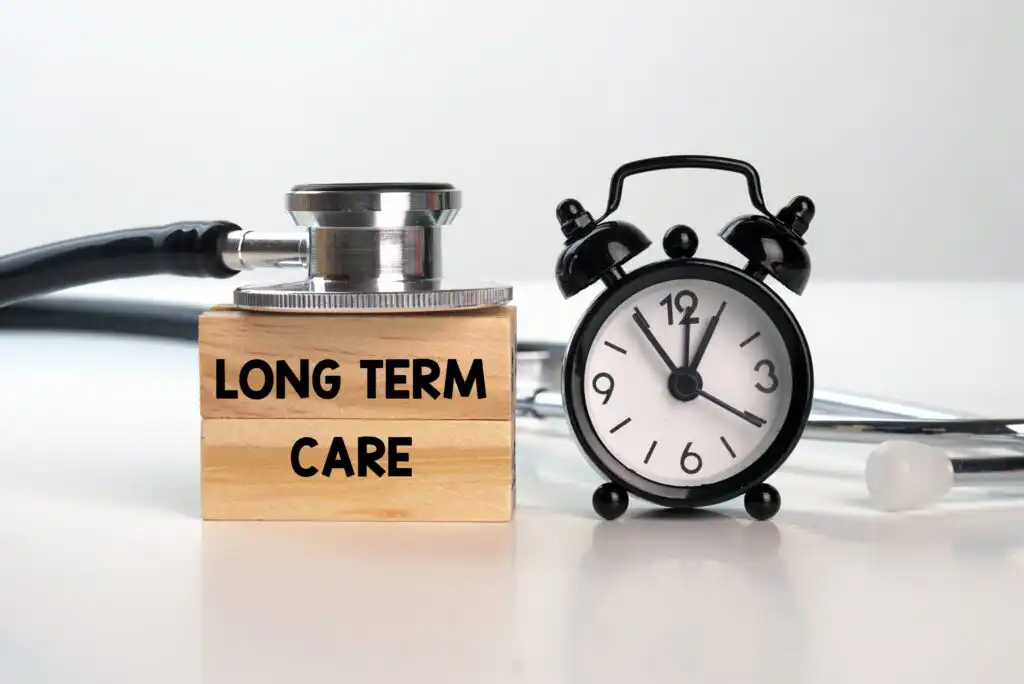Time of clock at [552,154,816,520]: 11:05
